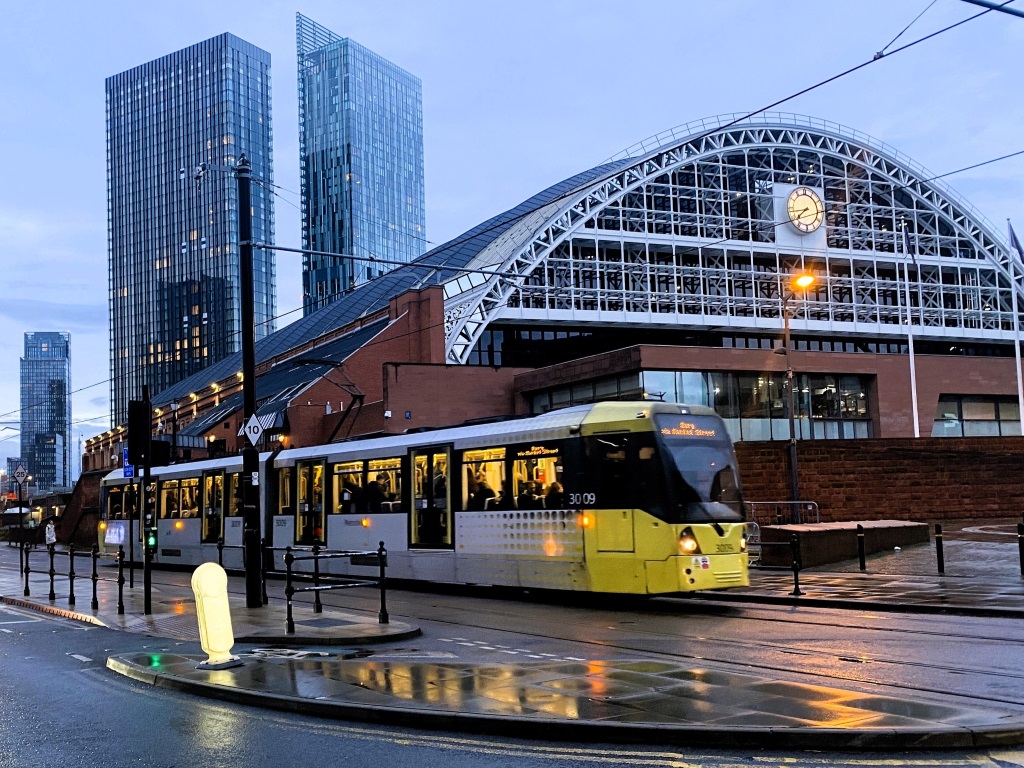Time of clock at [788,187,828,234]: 7:43
